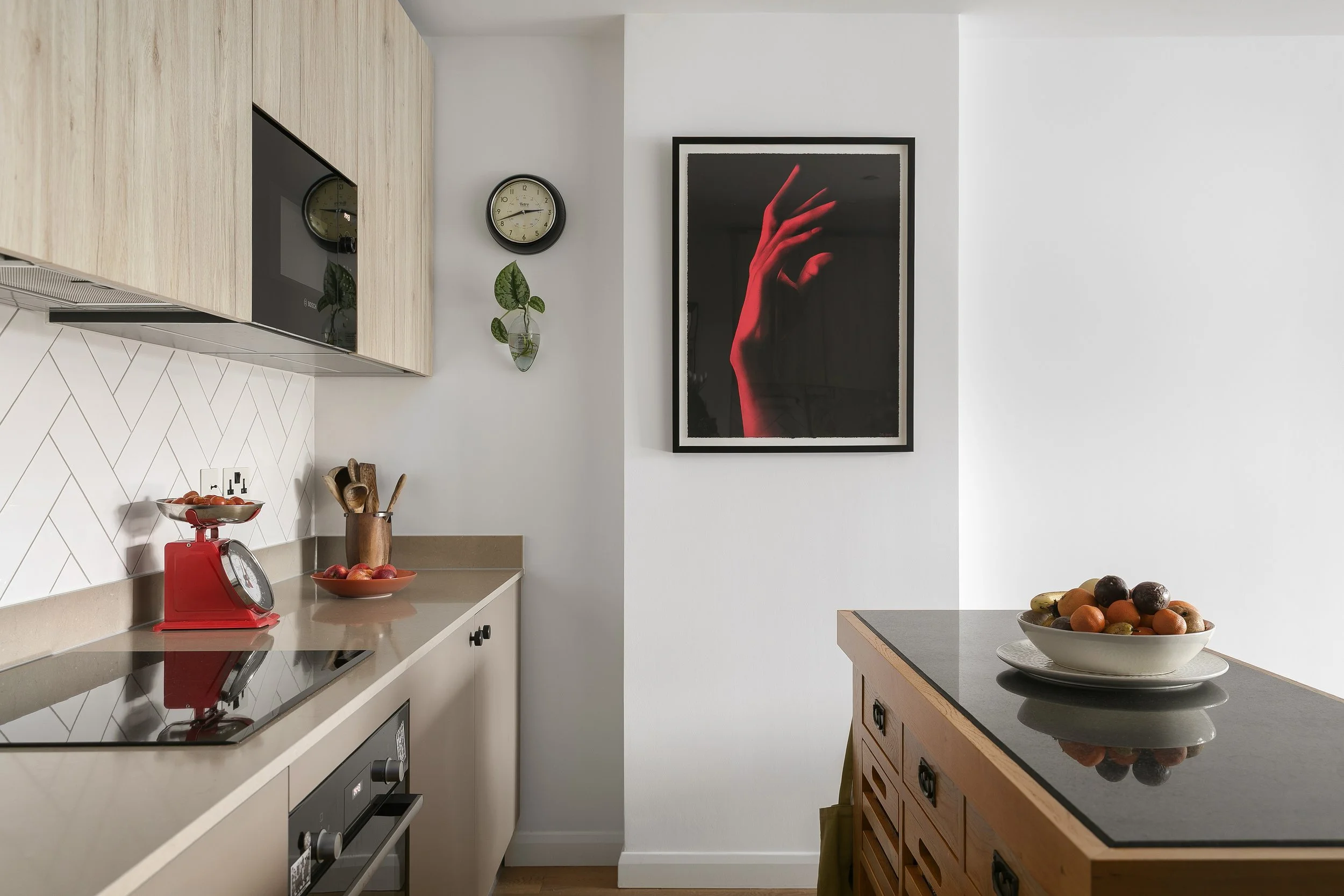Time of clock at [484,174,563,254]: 2:41
